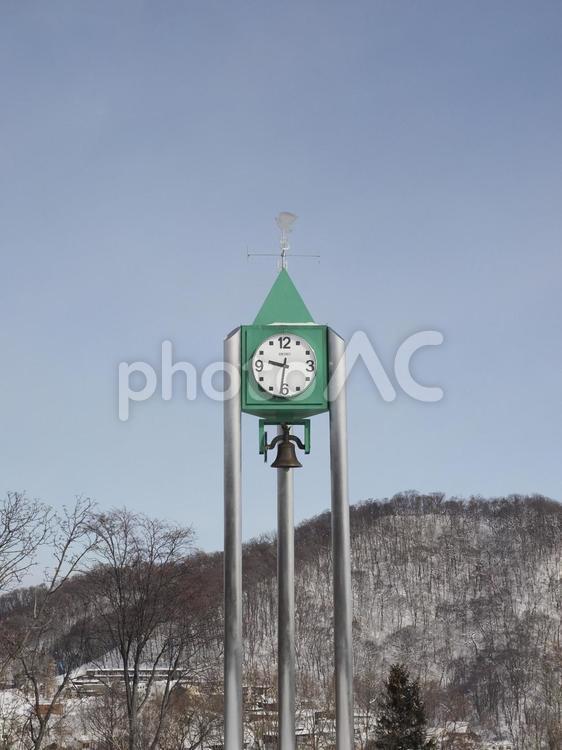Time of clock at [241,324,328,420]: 9:31
